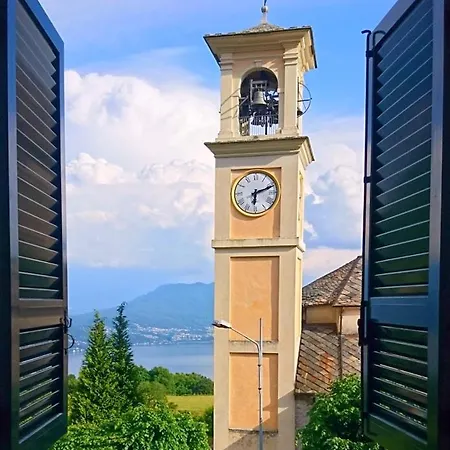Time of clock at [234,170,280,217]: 6:11
